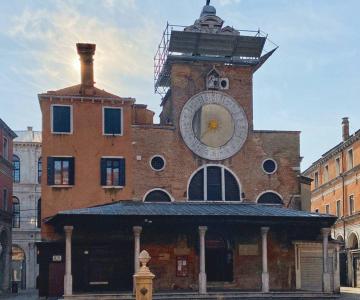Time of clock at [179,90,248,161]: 8:38
